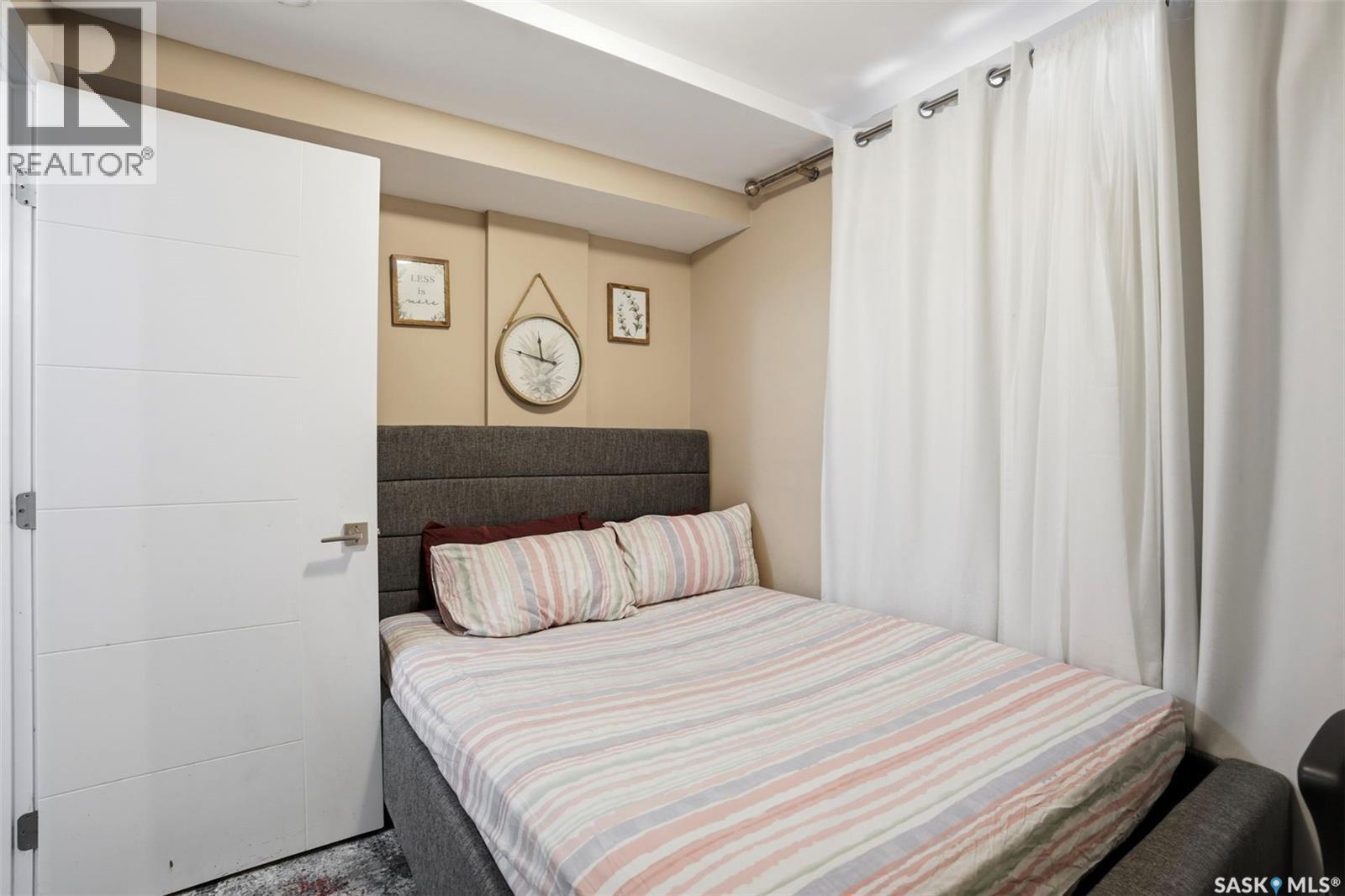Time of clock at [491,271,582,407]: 11:46
